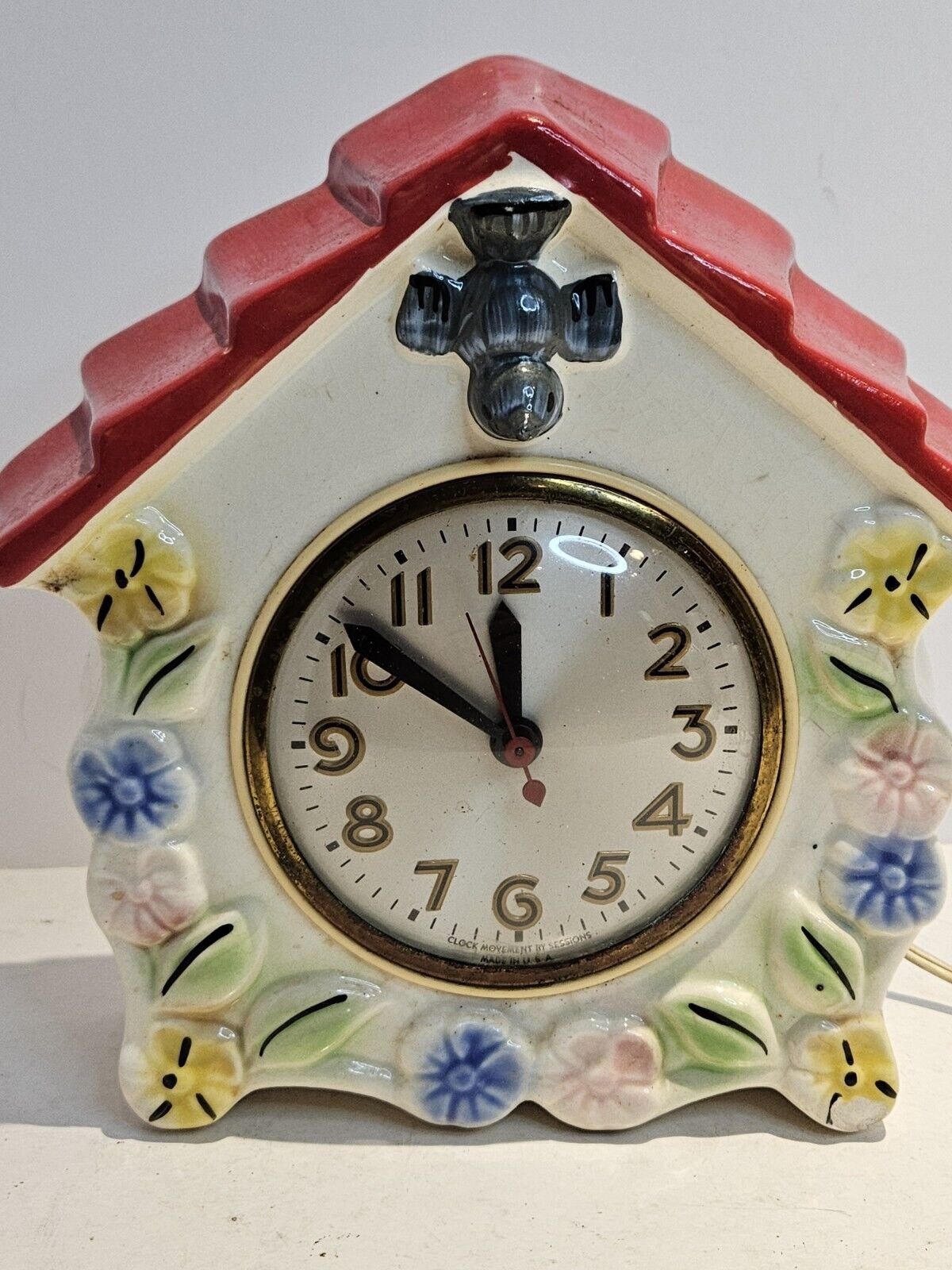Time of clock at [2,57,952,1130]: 11:51
